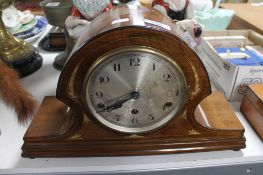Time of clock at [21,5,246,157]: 7:40
